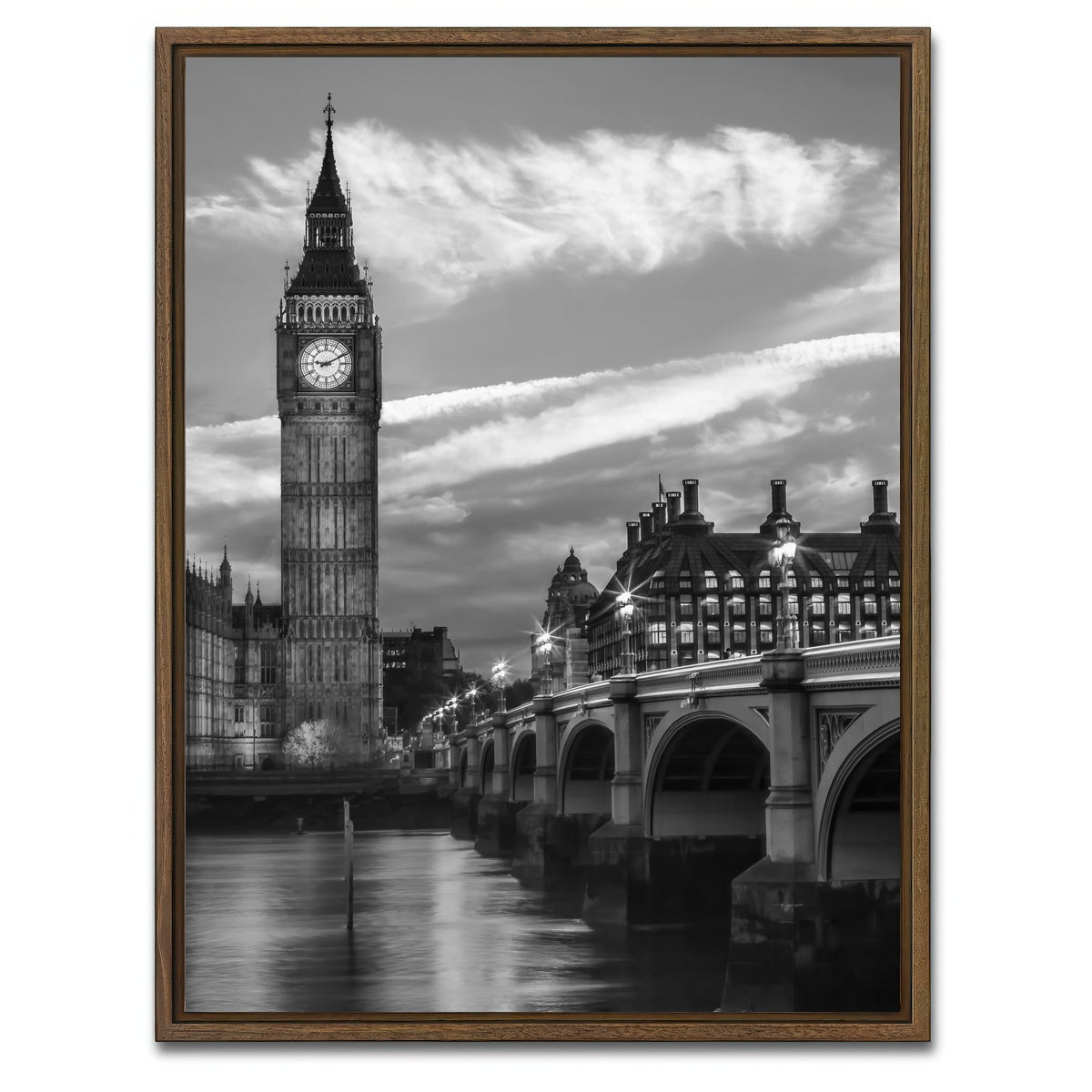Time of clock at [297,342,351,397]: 9:10
